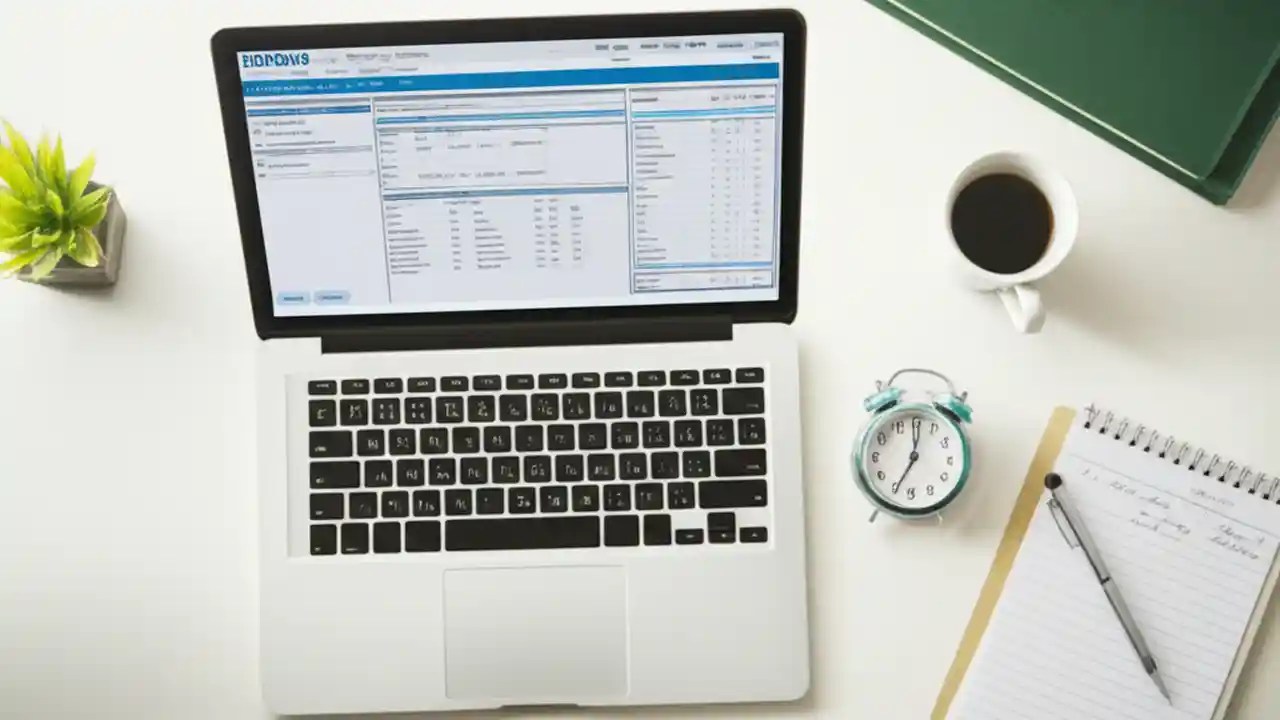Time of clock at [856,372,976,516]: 7:00
